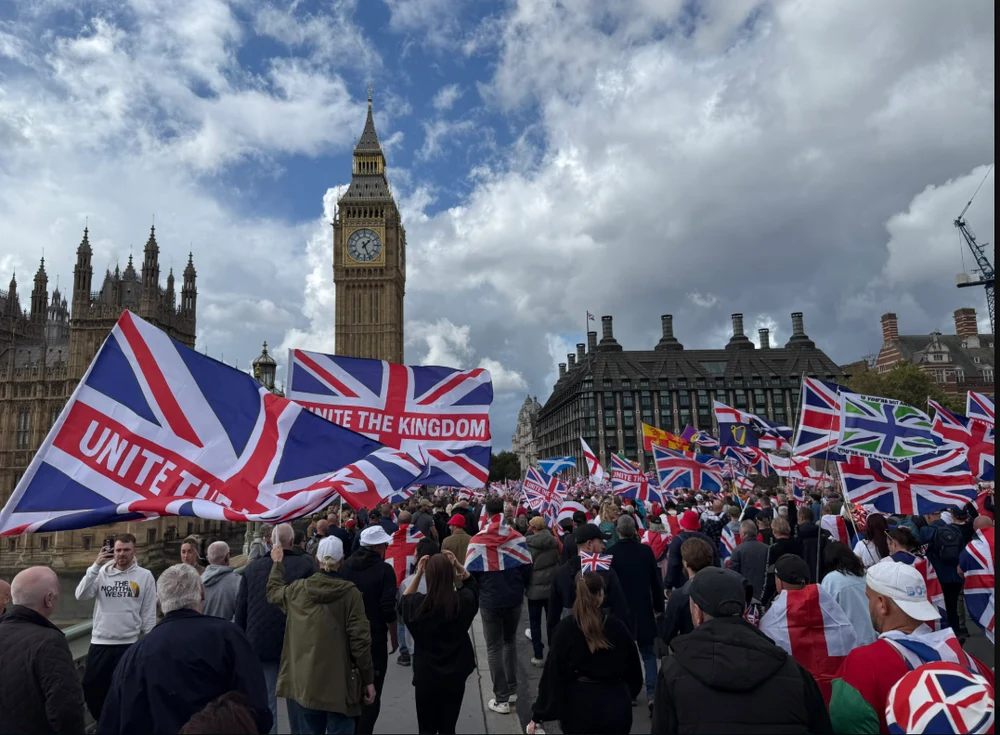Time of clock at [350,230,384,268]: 1:26
